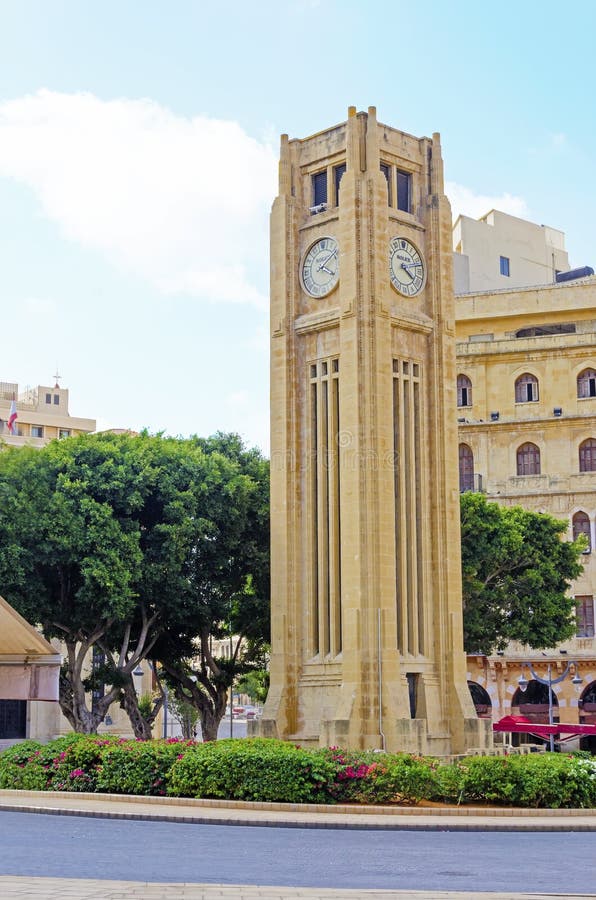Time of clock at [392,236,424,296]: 4:12
